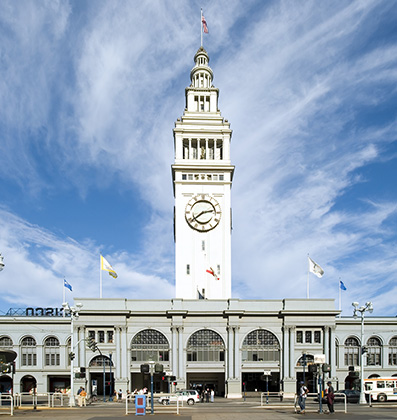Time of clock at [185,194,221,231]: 2:39
